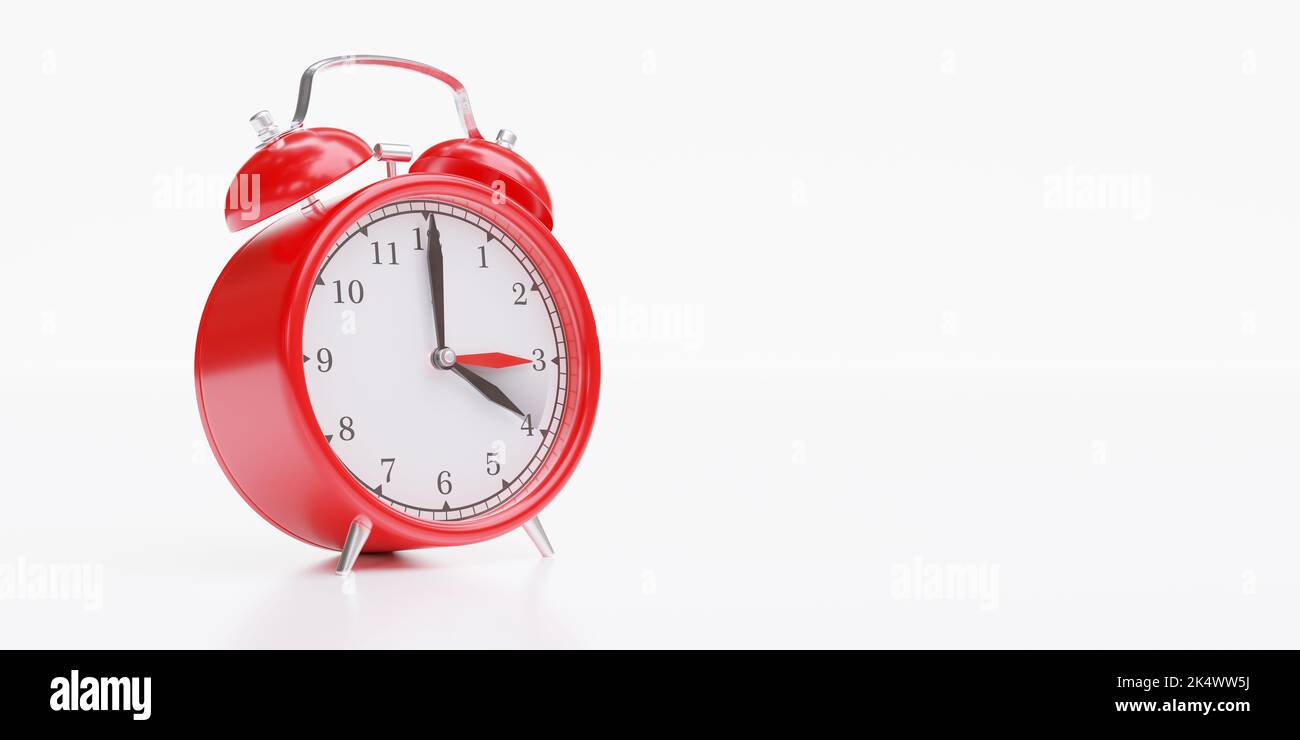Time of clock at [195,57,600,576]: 4:00
